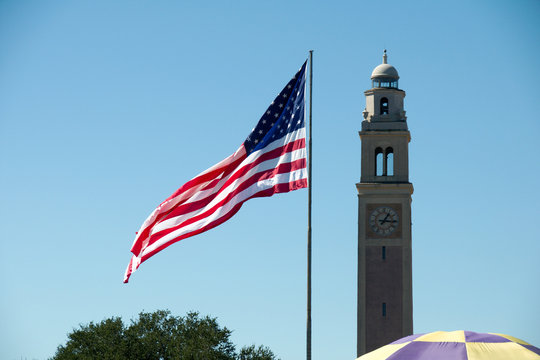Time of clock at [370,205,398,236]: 1:16
